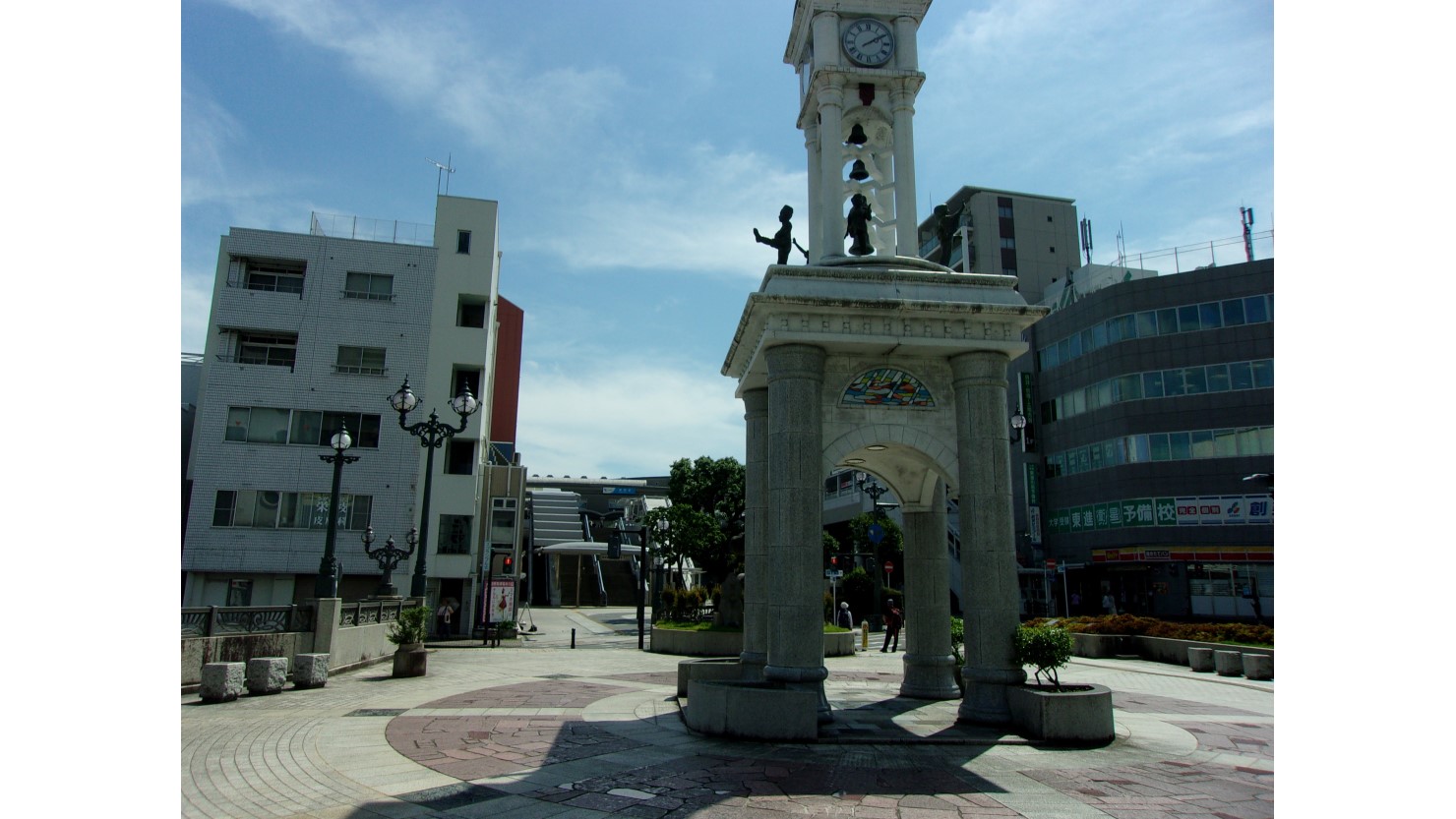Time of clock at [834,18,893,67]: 2:09
